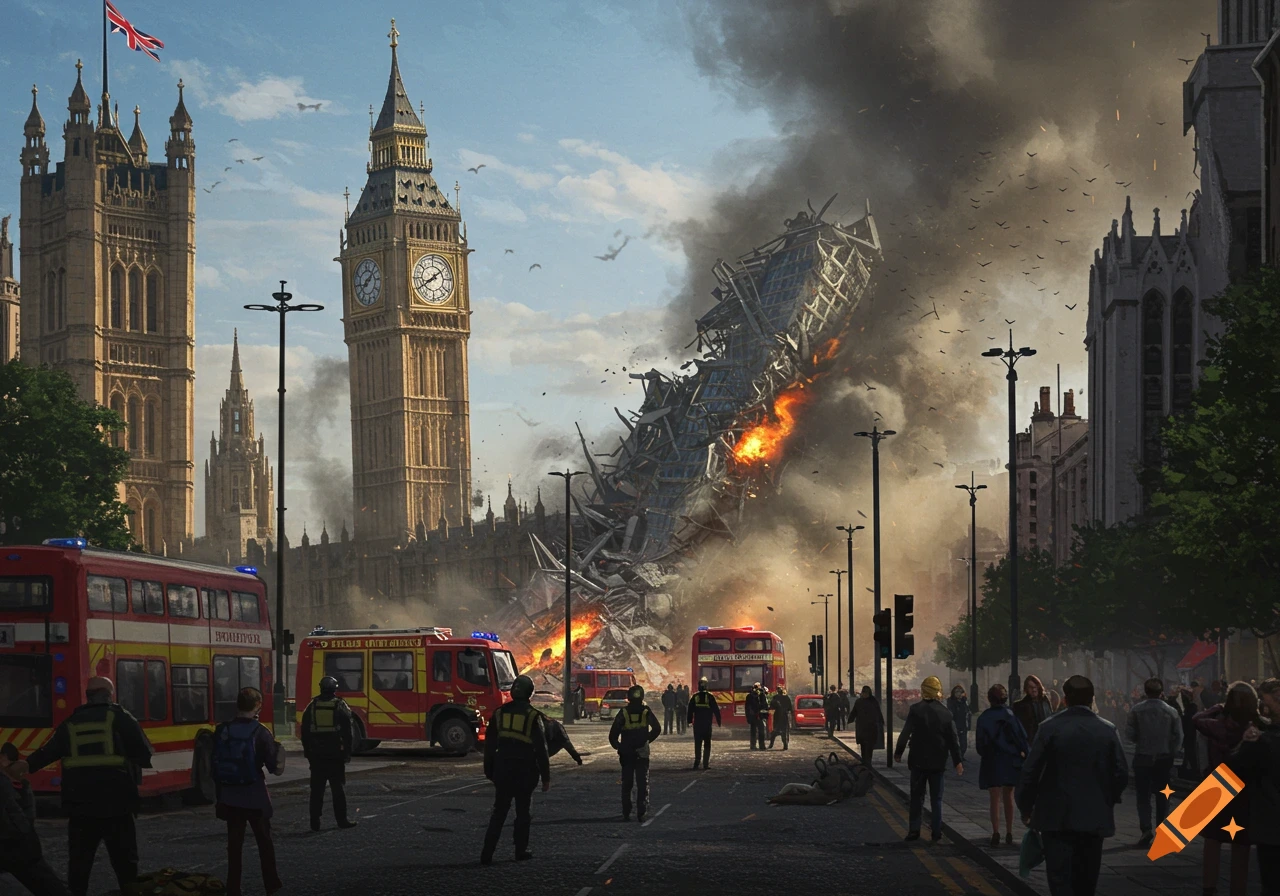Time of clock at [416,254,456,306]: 1:39
